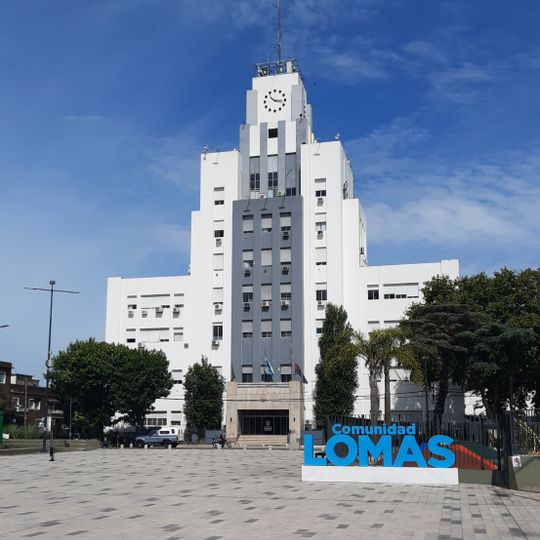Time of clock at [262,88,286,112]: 10:17
